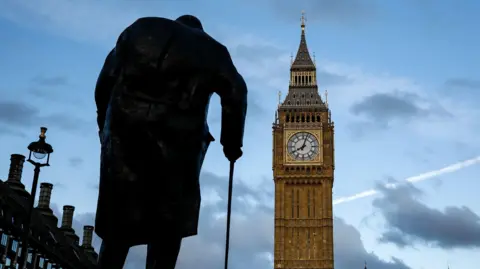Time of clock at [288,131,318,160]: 8:03
